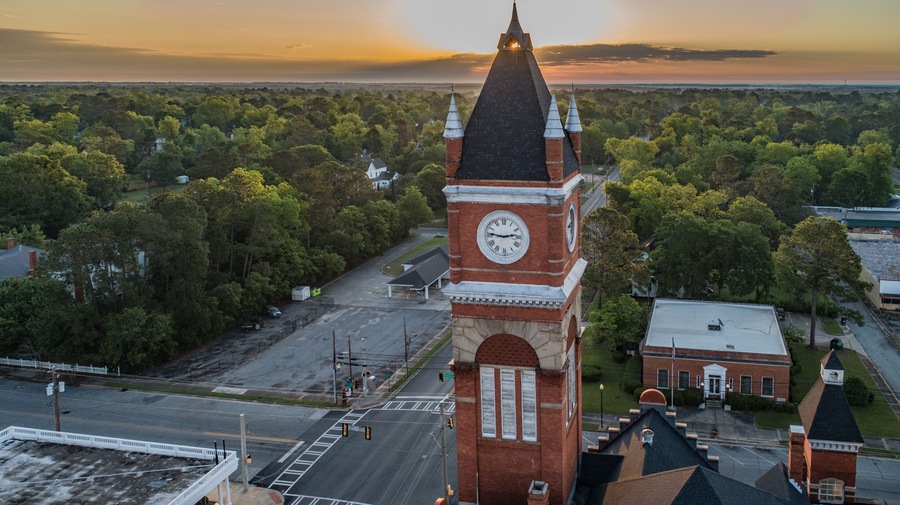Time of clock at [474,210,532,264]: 2:46
